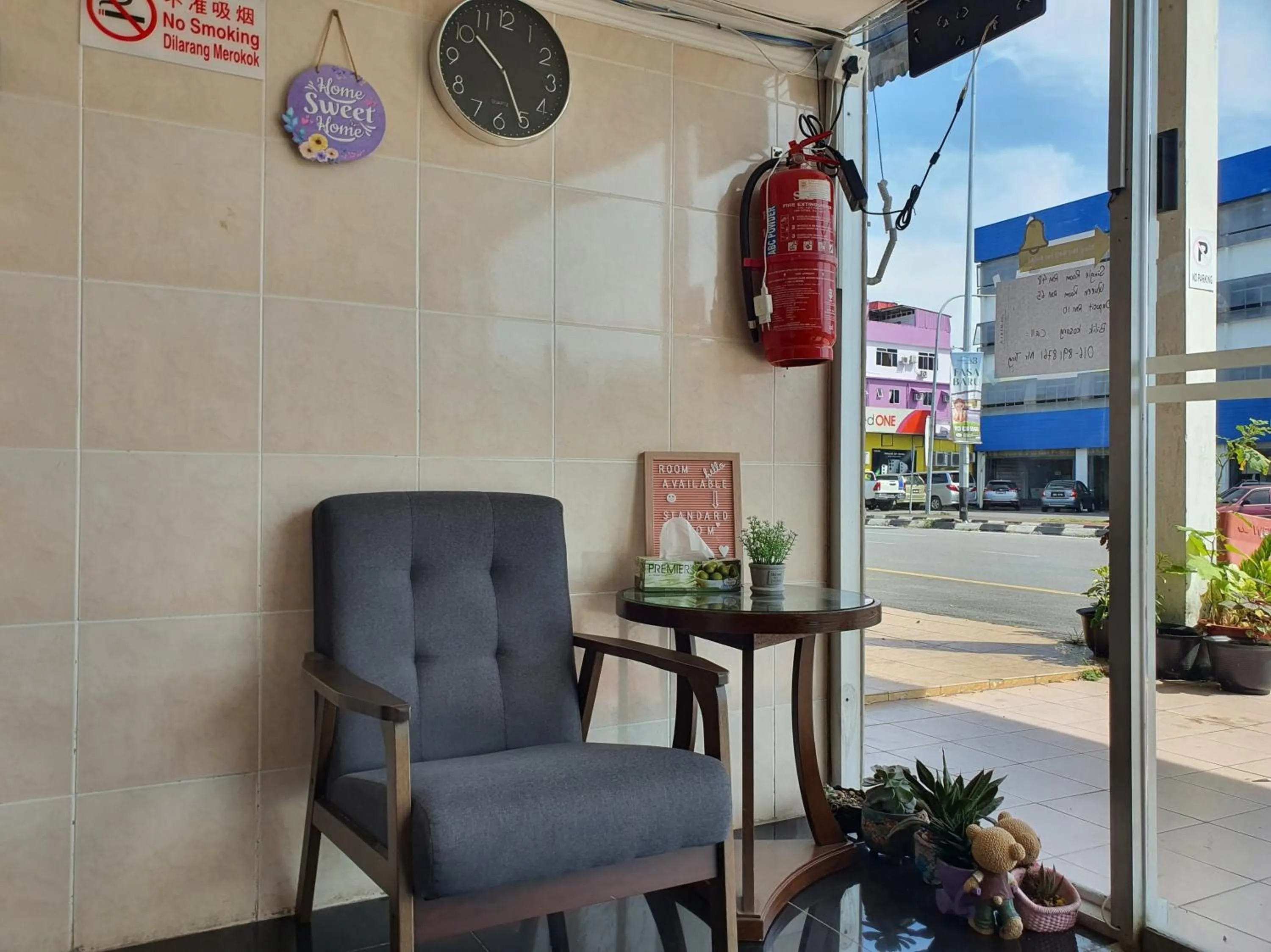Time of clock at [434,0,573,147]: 10:25
